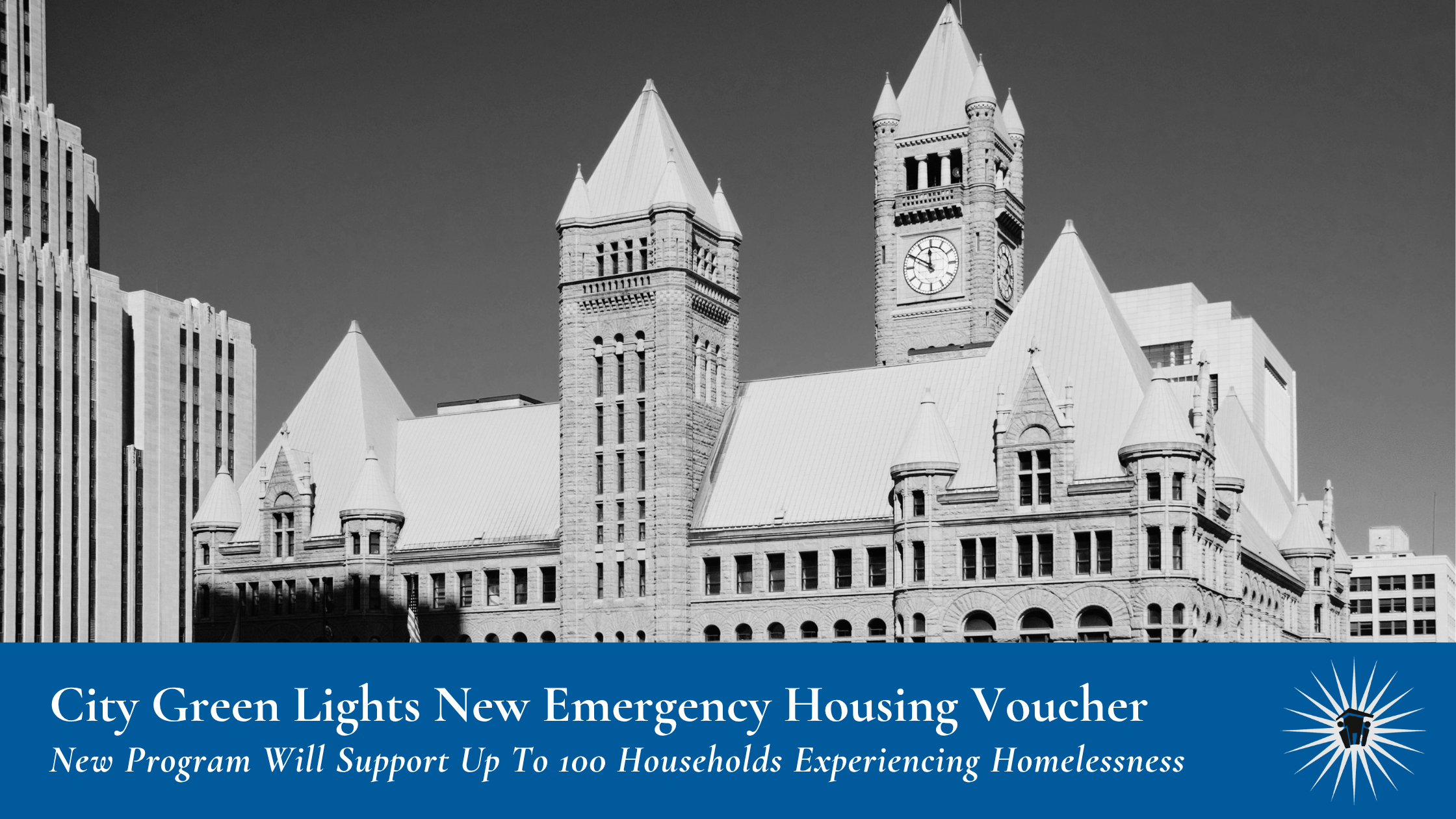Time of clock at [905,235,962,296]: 11:50
